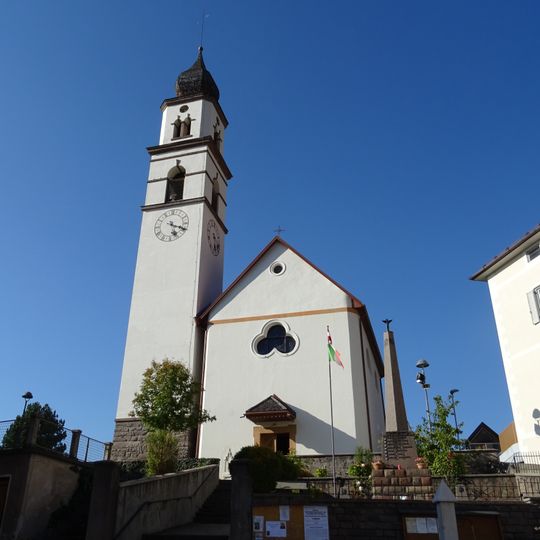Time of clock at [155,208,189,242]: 5:18
